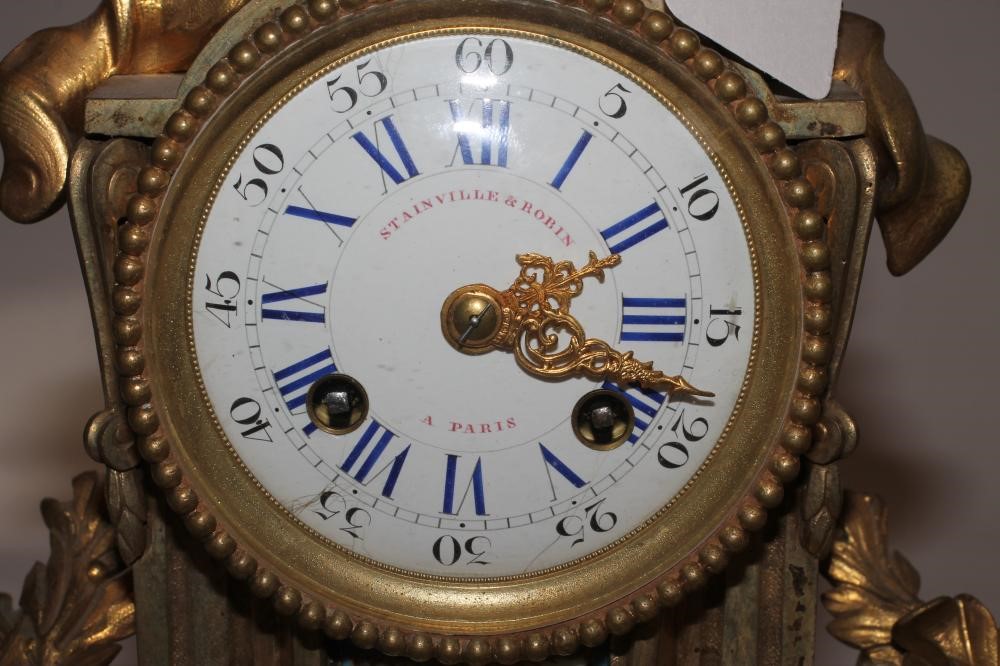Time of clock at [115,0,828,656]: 2:18
